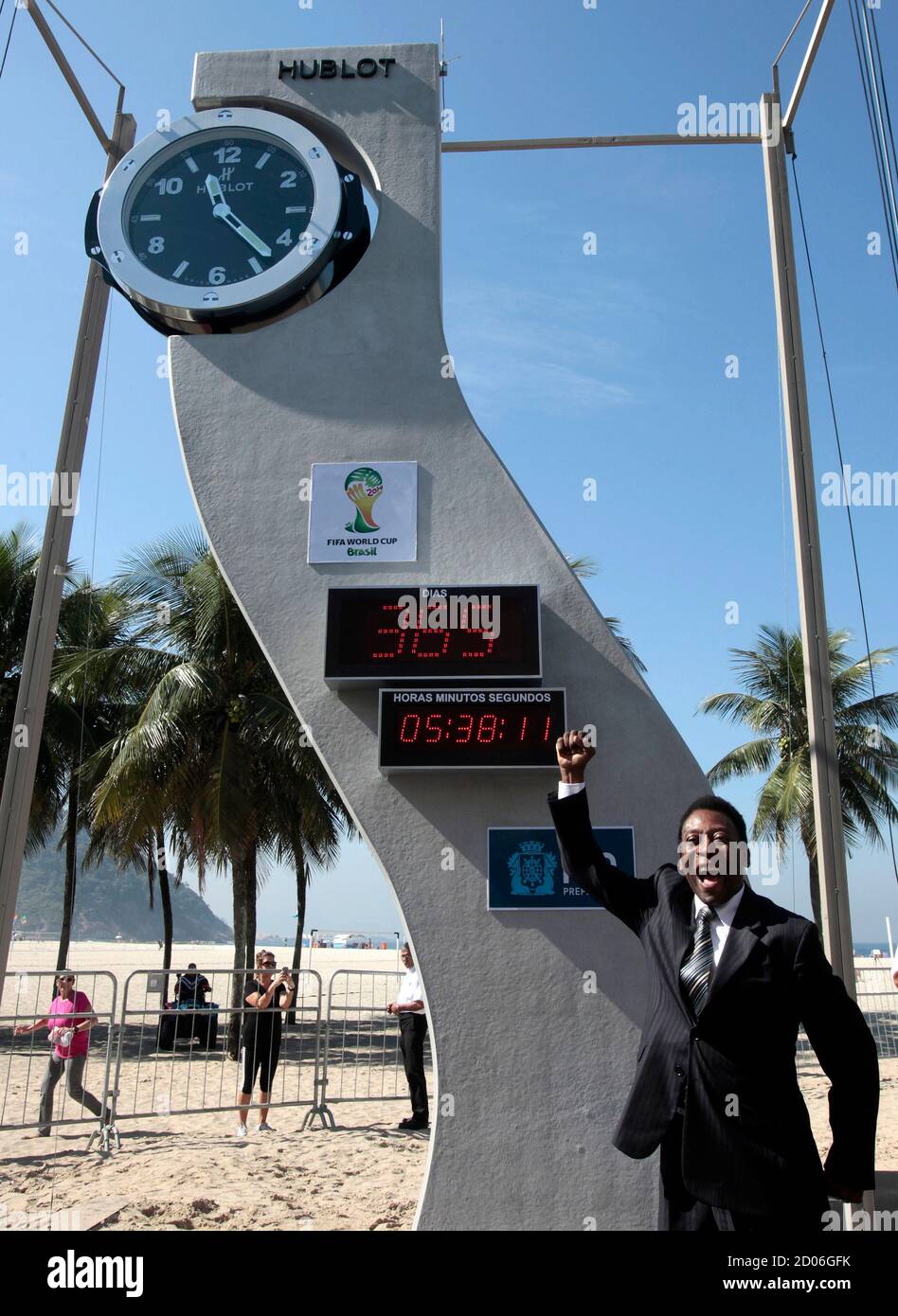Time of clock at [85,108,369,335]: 11:23
